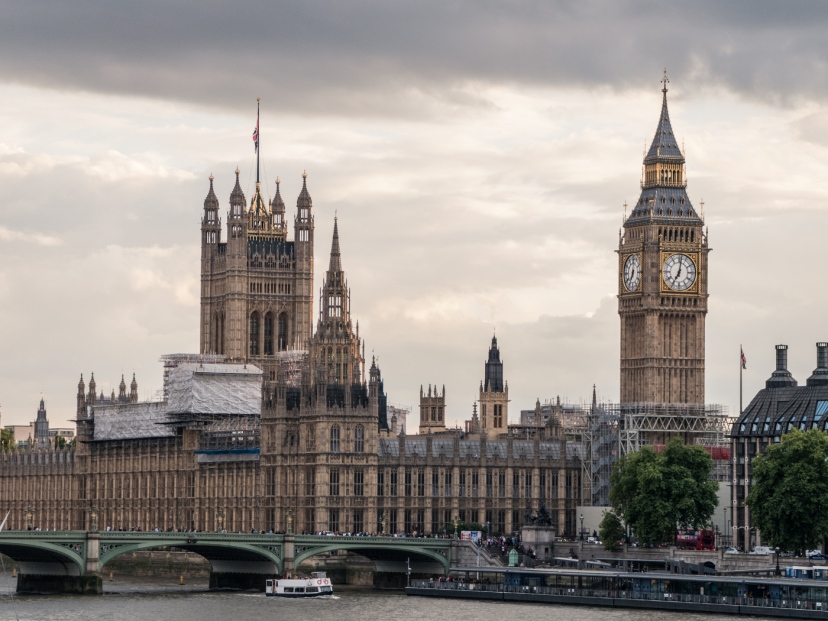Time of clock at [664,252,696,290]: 7:01
